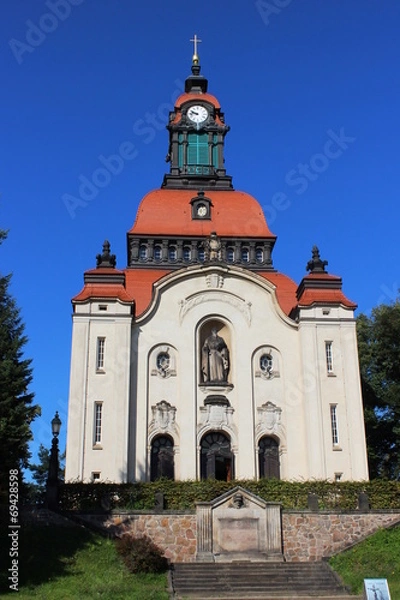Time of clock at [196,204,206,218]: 5:12
